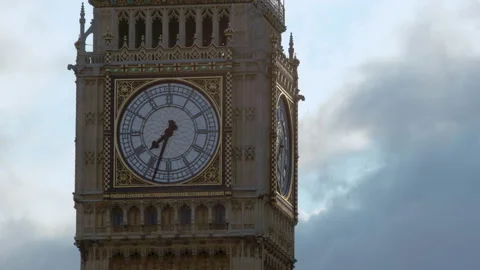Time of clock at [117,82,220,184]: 7:33
